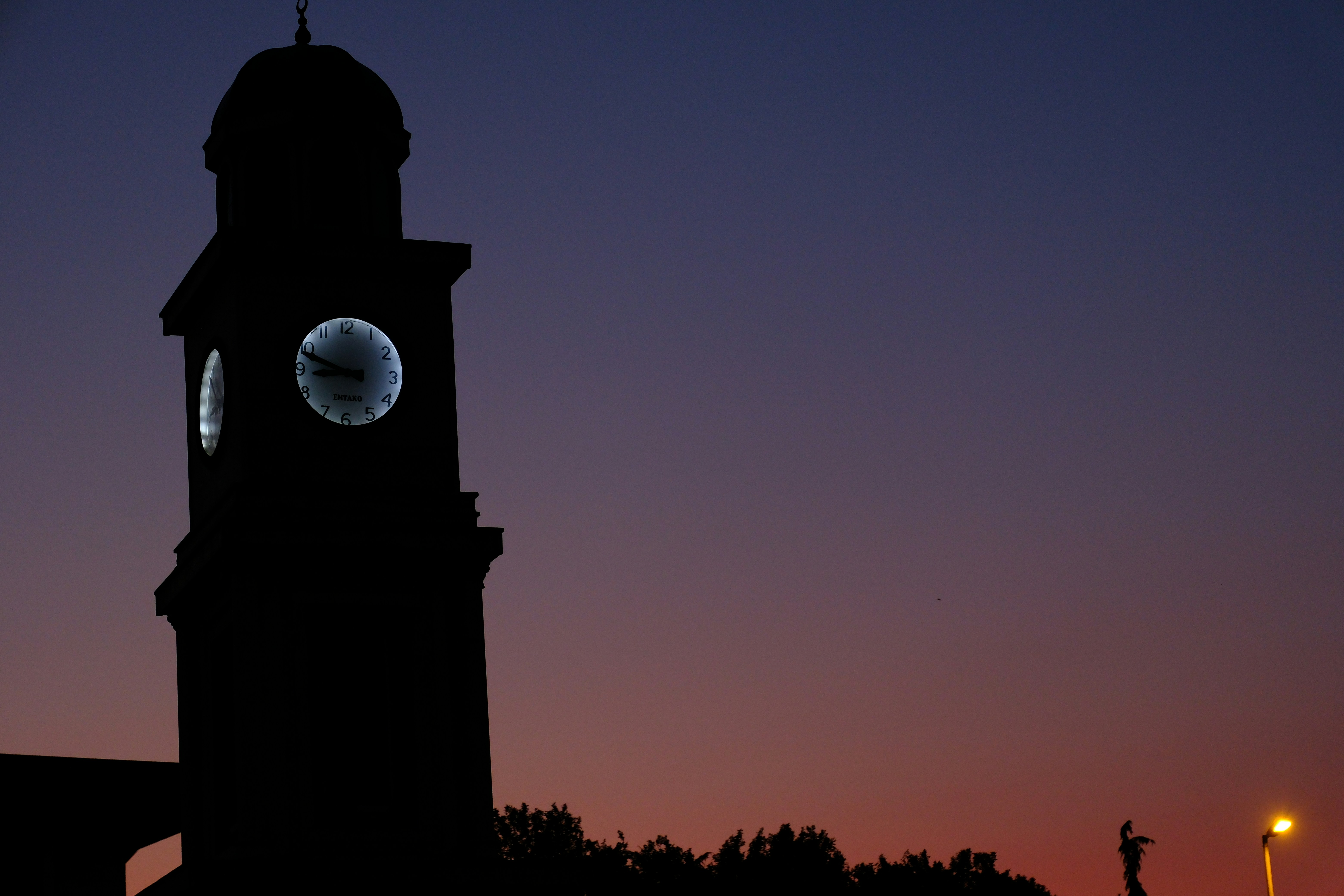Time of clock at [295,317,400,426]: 8:48
